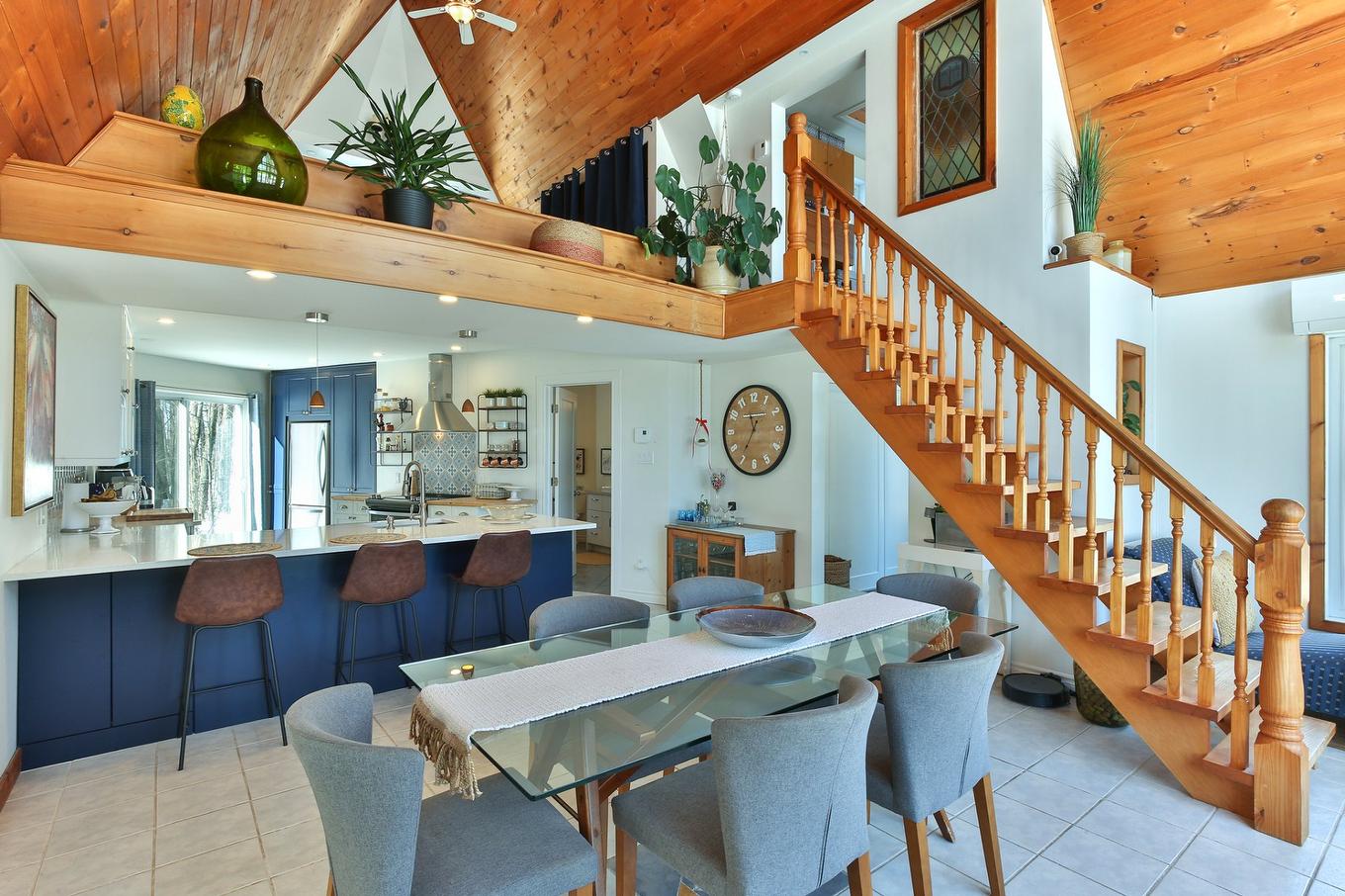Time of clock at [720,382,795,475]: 11:35
